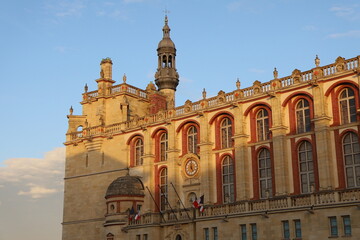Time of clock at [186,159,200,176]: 4:59
